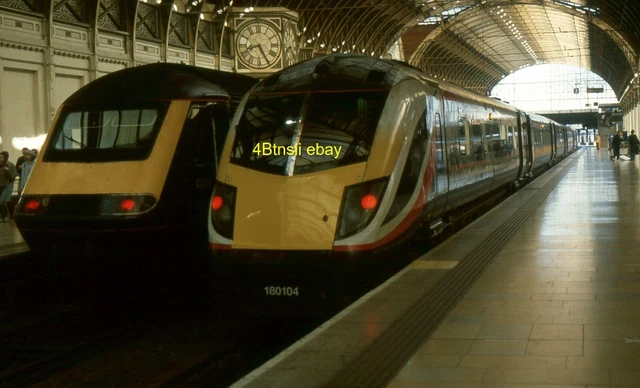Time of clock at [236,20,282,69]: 8:25
